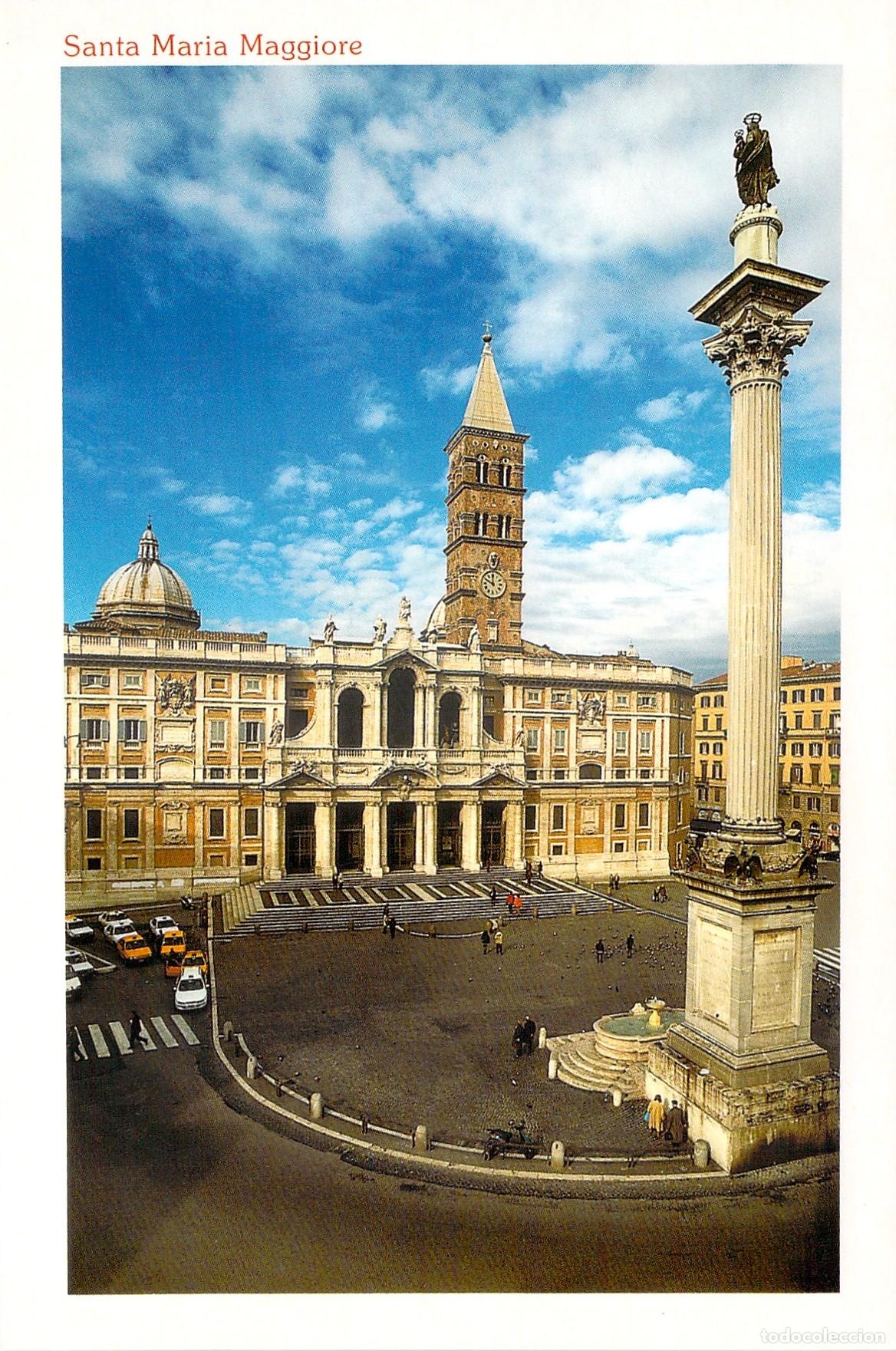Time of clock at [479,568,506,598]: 11:49
